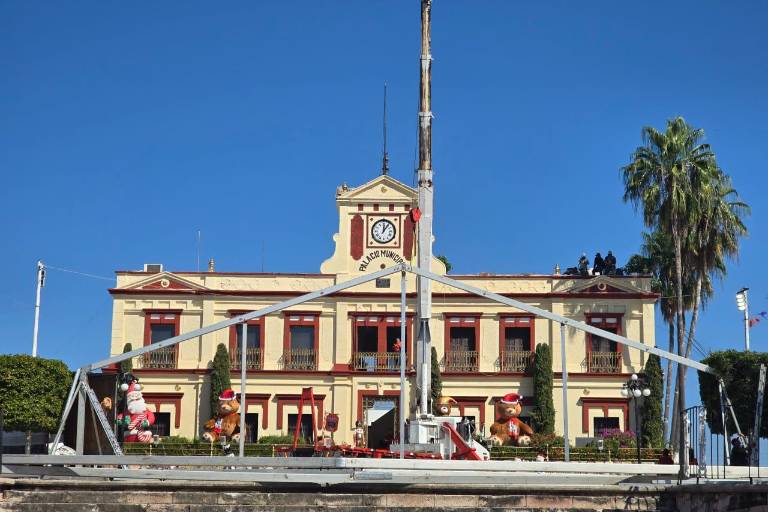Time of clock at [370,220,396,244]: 12:06
